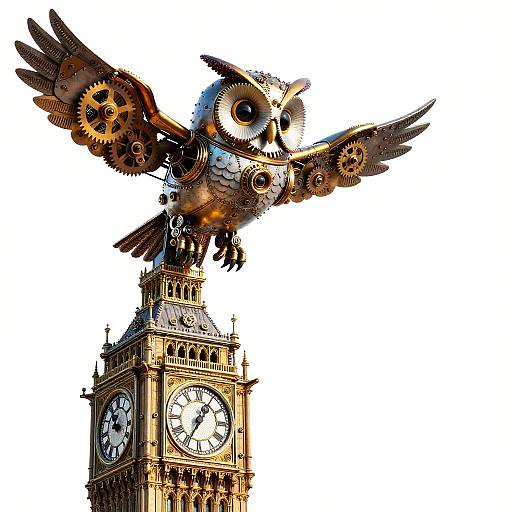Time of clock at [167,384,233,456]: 12:34
